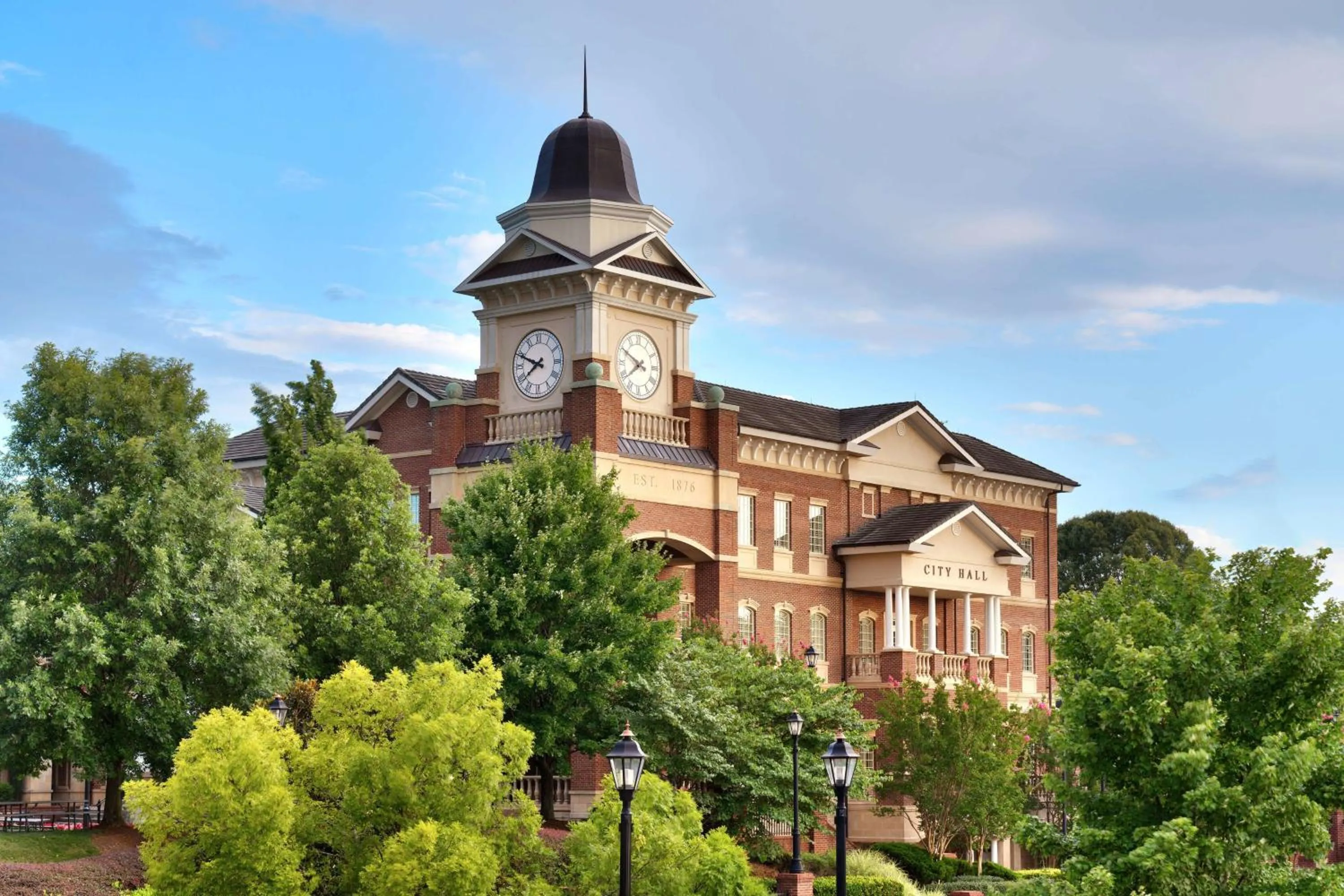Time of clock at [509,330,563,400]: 7:48
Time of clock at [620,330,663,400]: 7:49
